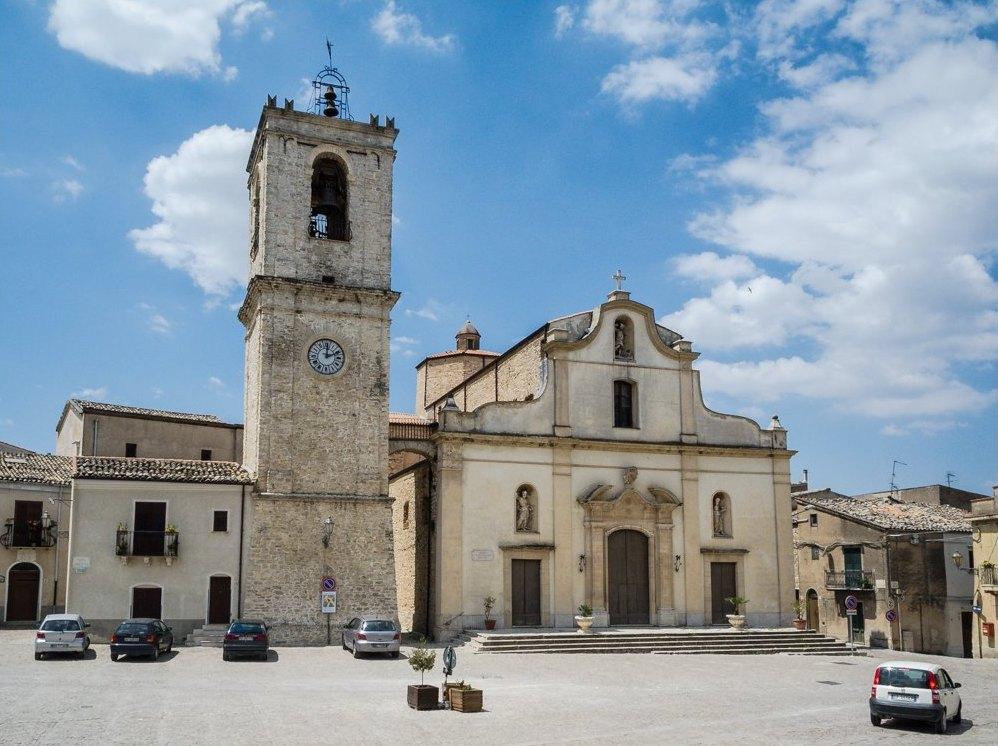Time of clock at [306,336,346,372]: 12:11
